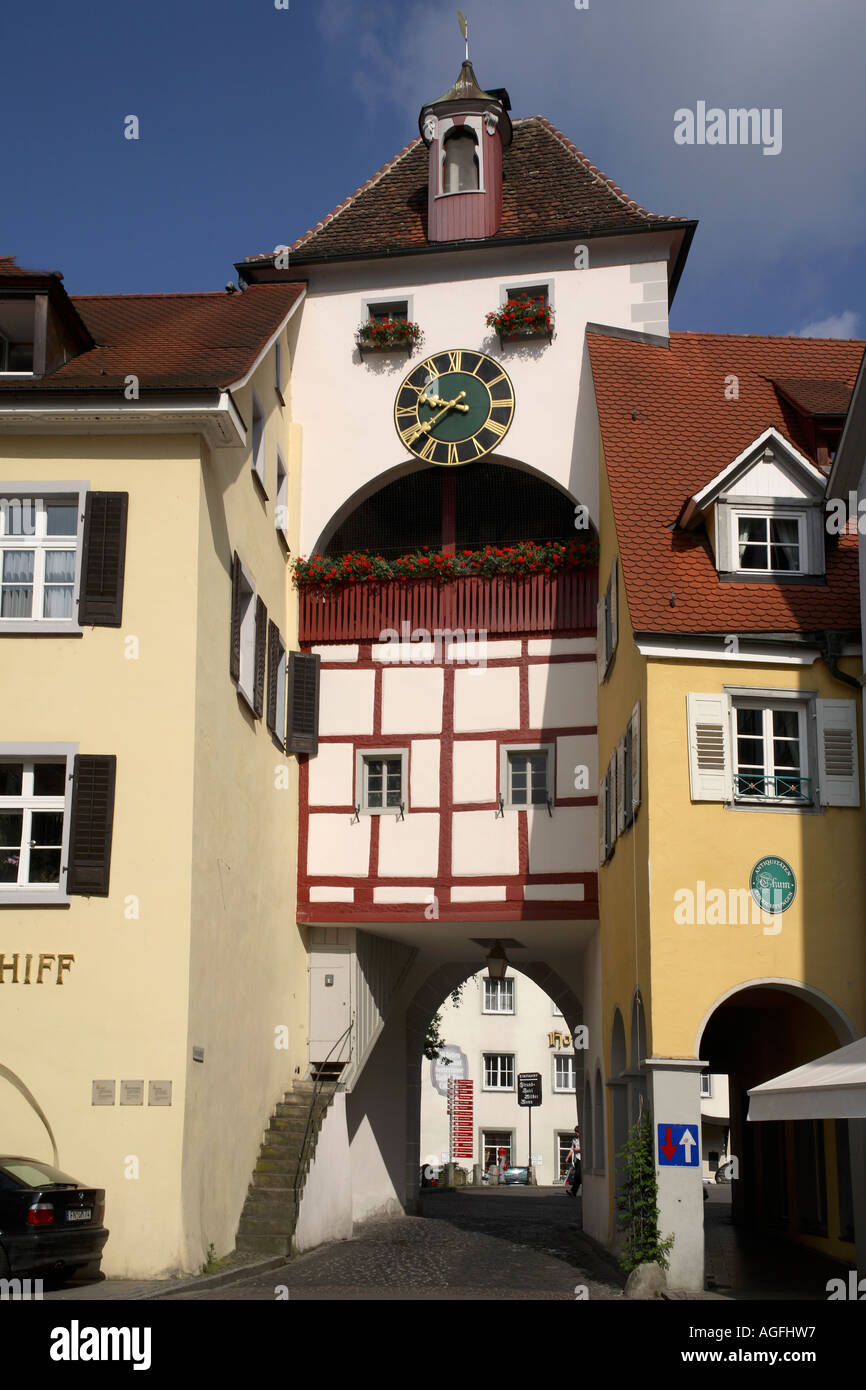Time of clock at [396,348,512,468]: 9:38
